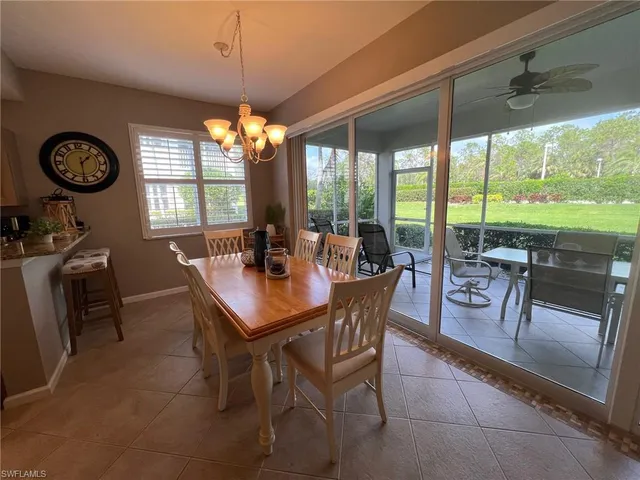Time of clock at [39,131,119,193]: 1:30
